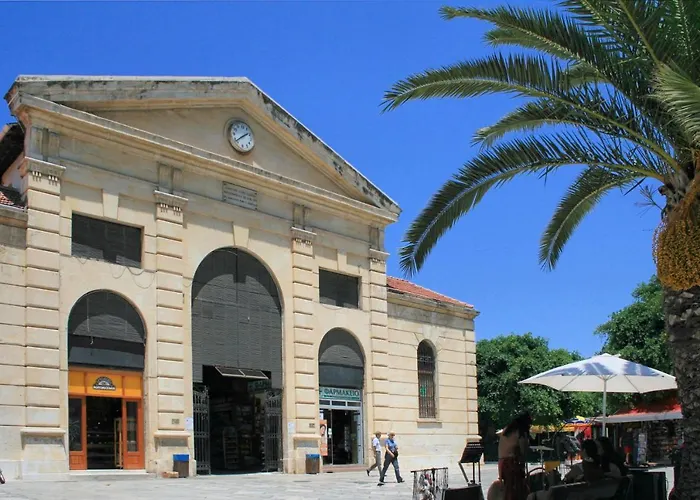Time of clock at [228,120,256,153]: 1:38
